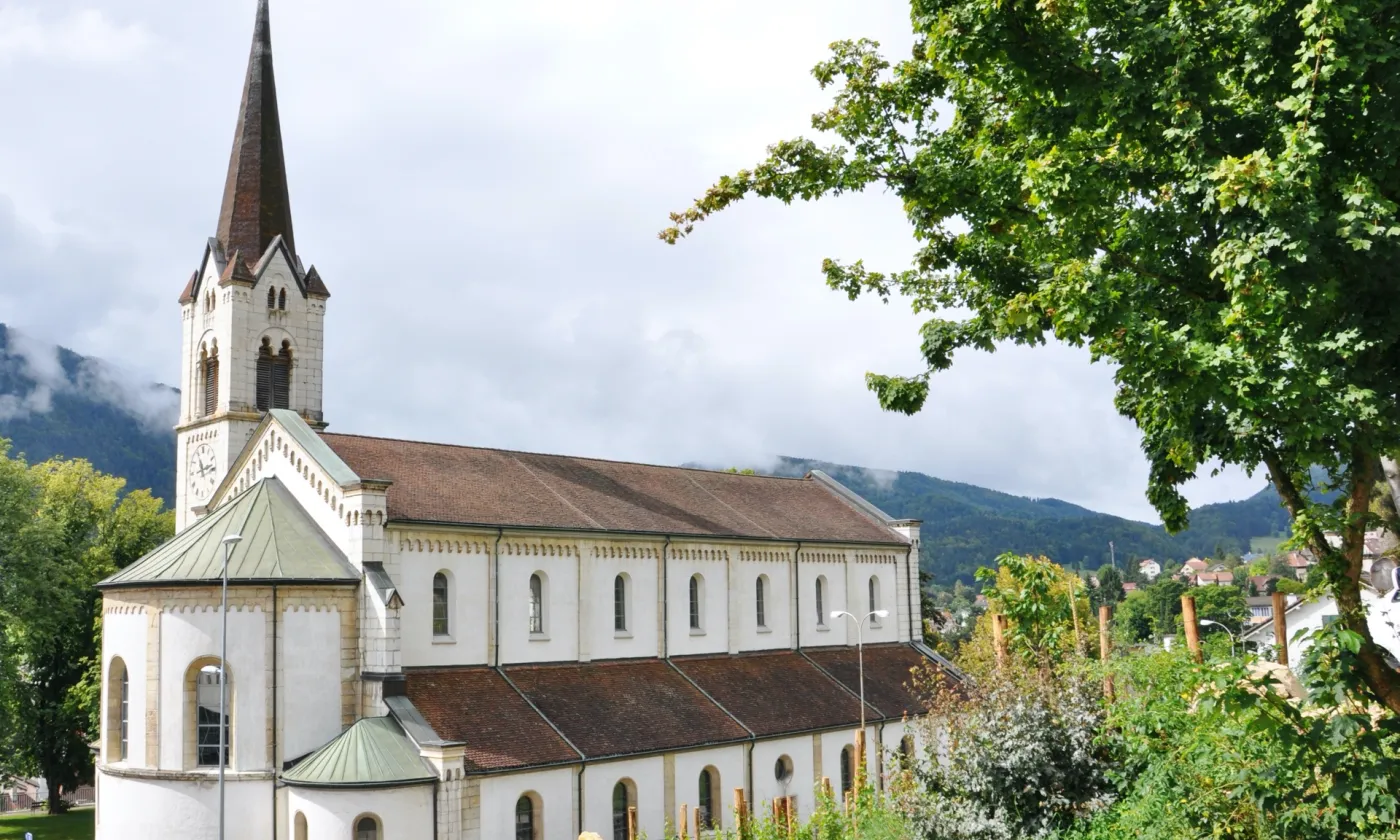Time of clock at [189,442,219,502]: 11:13
